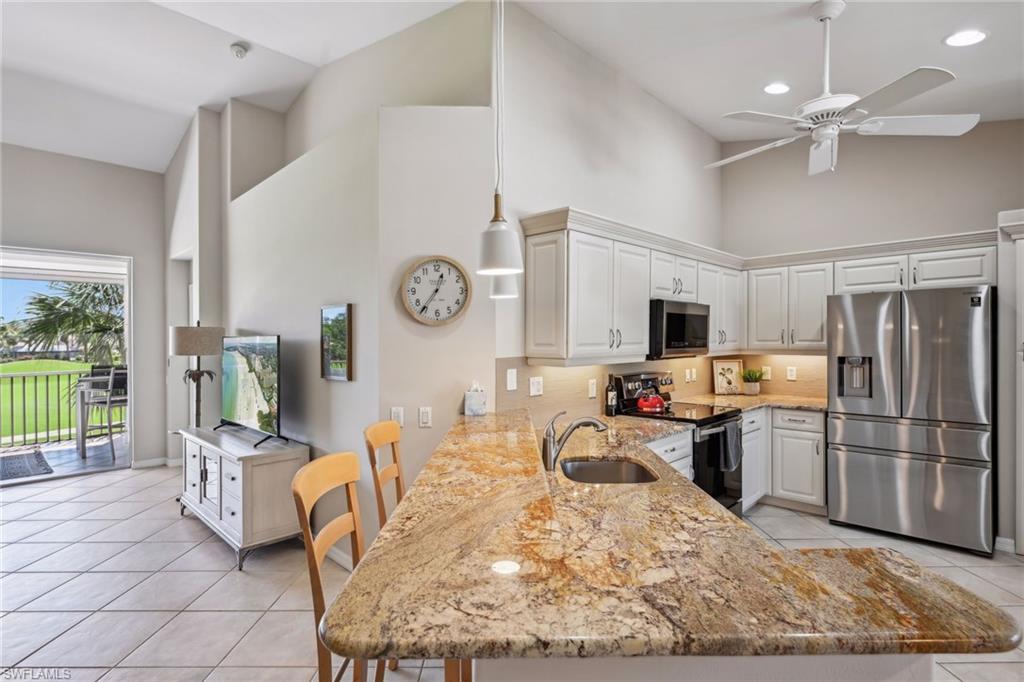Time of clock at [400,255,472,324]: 12:36
